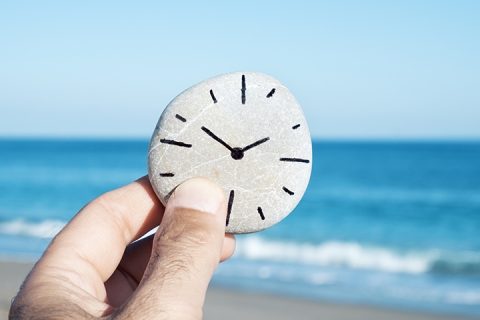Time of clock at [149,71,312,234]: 1:50
